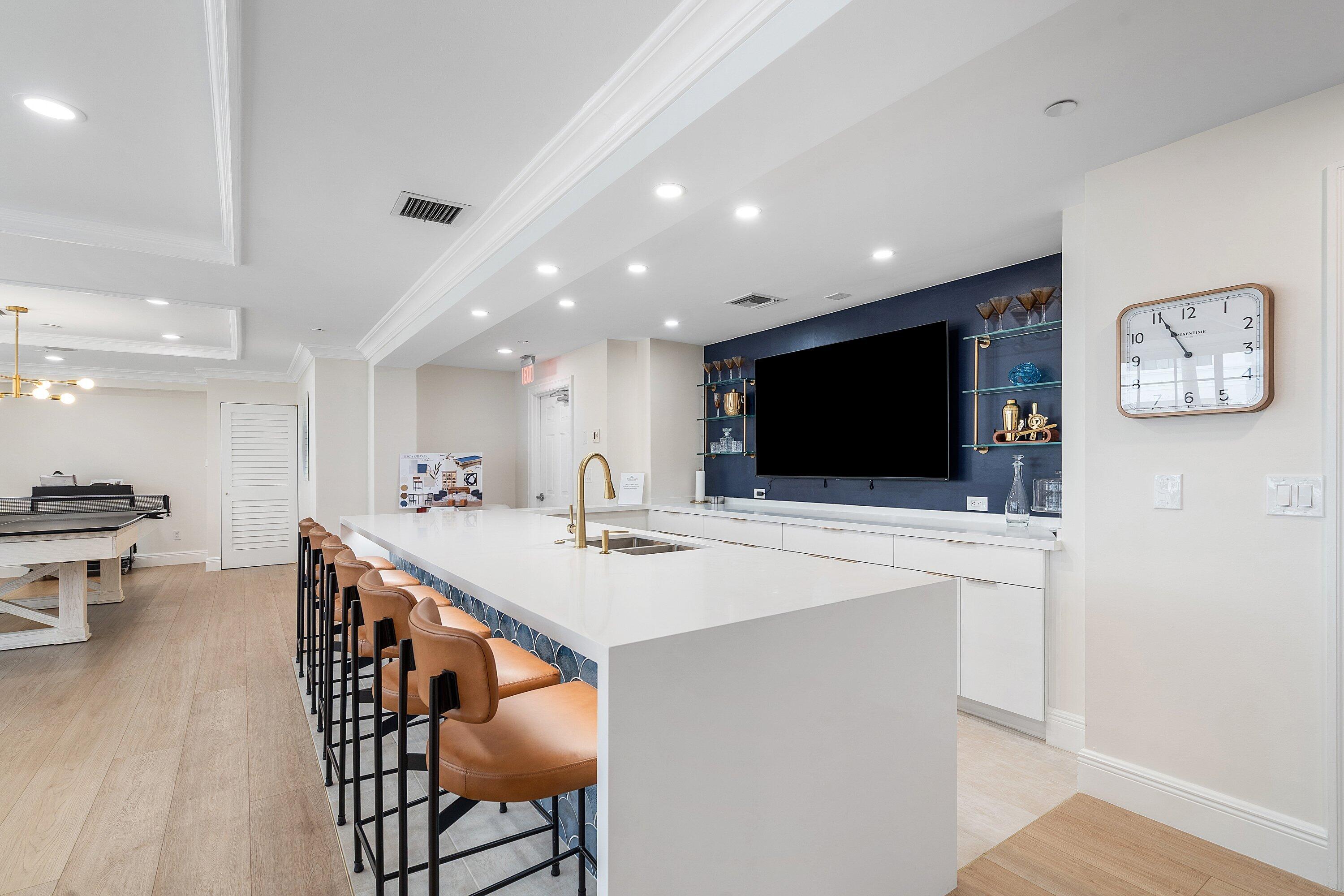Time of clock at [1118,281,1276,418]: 10:55
